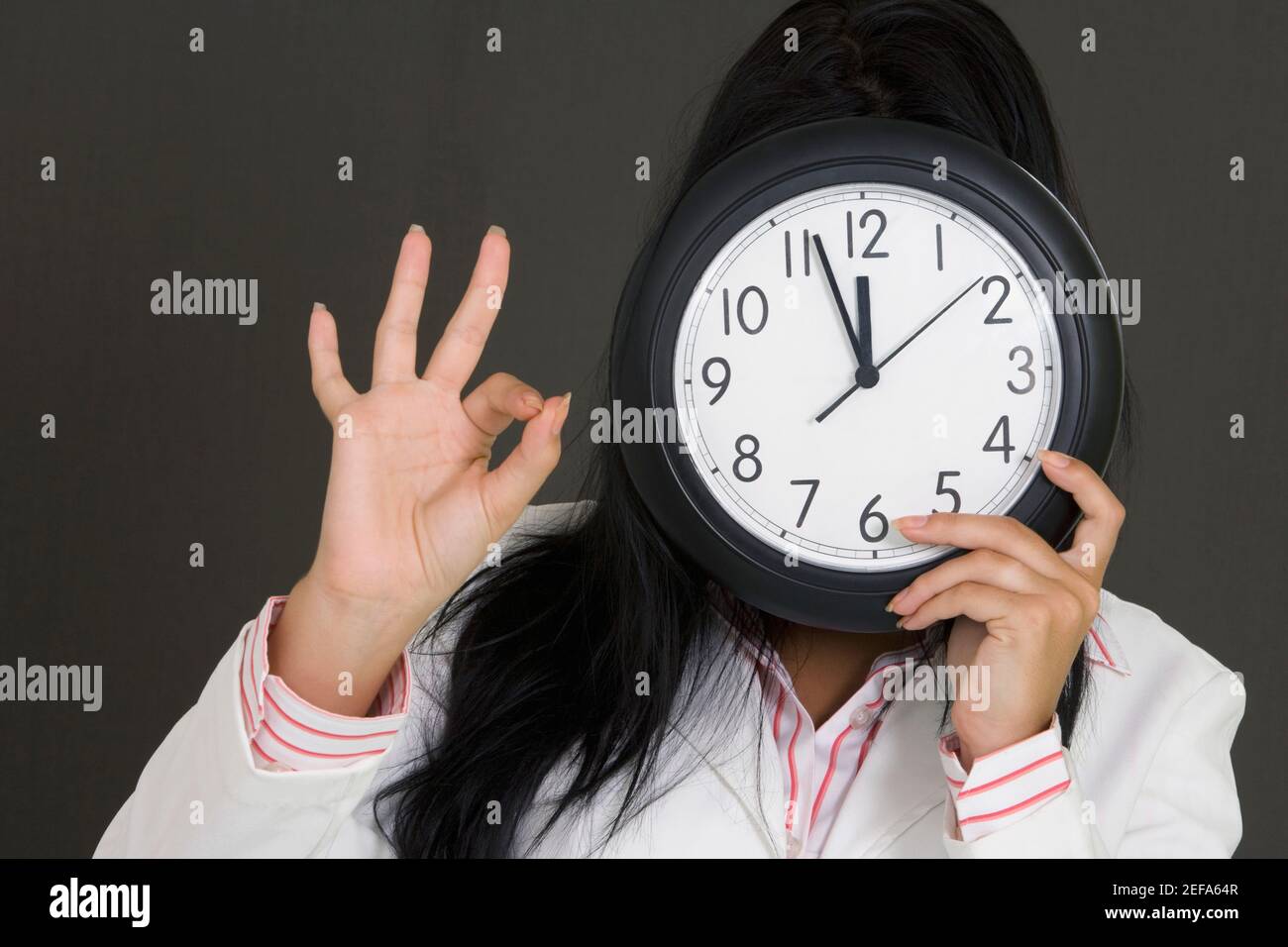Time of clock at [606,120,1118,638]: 11:56
